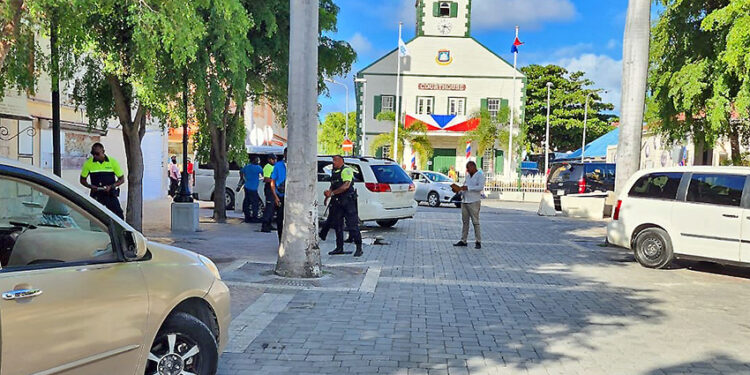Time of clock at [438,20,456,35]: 3:32
